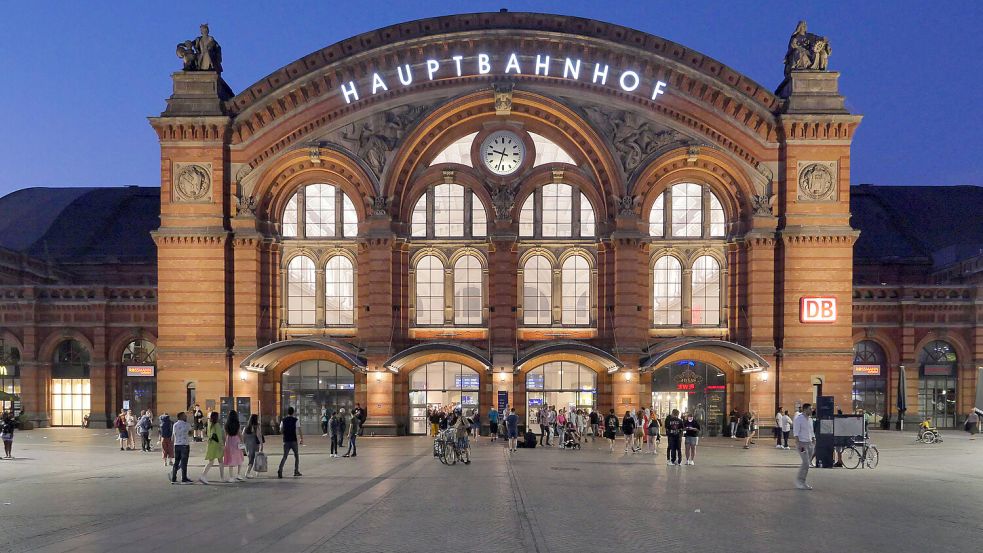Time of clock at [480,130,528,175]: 9:33
